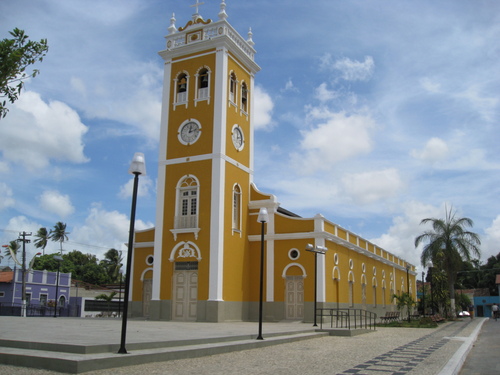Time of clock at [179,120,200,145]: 12:12
